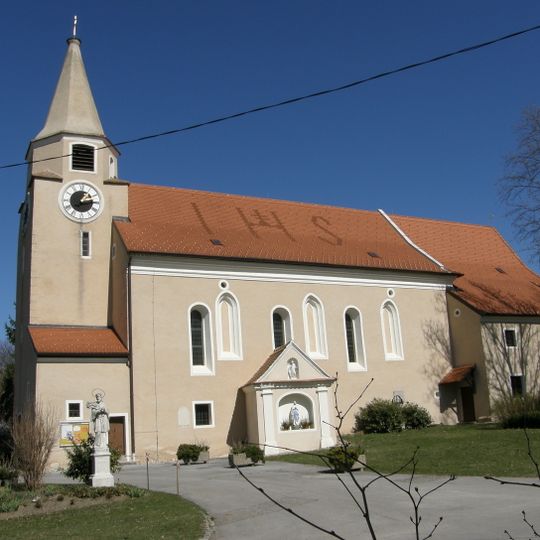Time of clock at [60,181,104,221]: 1:13
